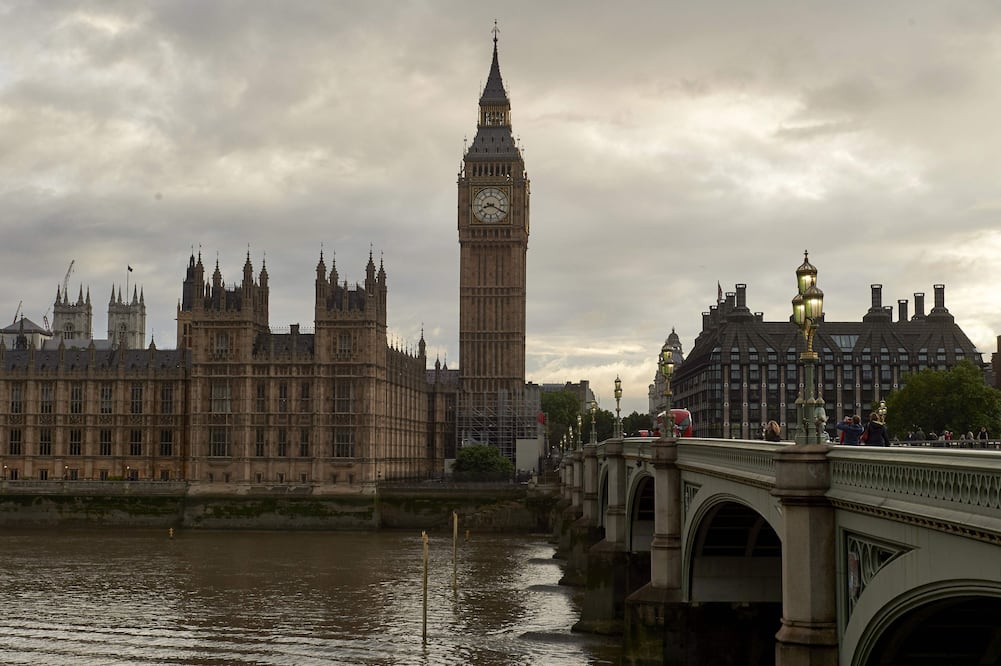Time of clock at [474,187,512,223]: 8:19
